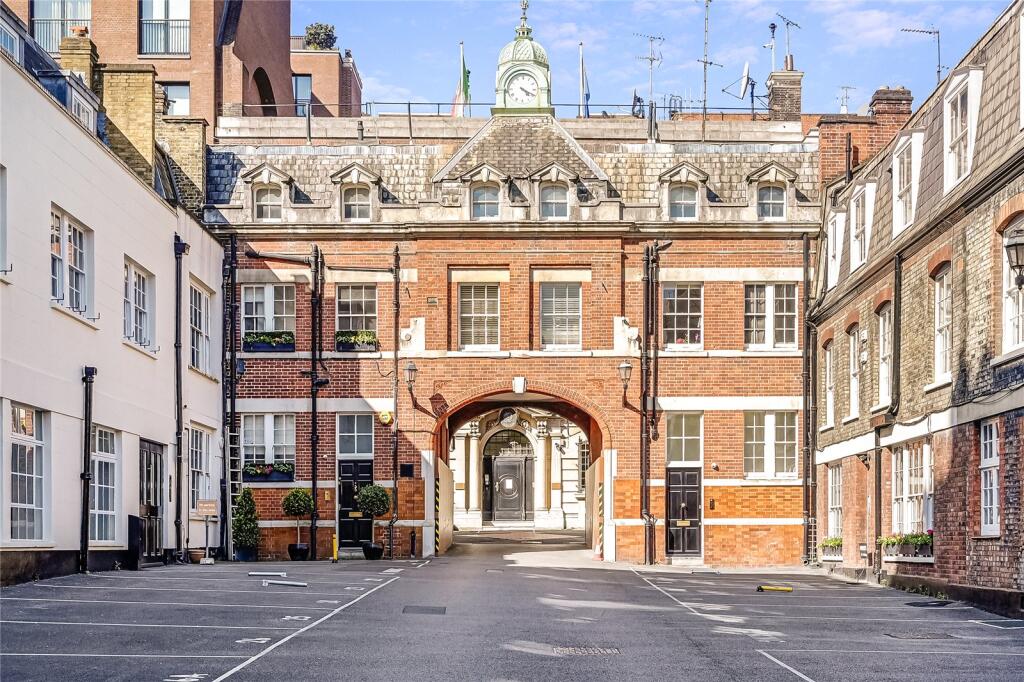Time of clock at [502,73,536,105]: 4:19
